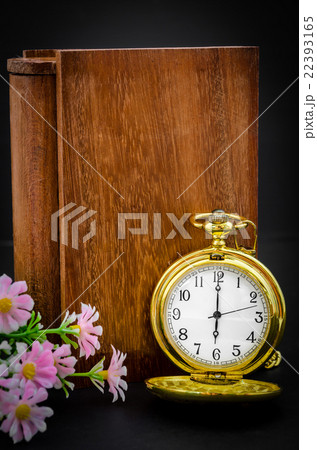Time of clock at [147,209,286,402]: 6:00
